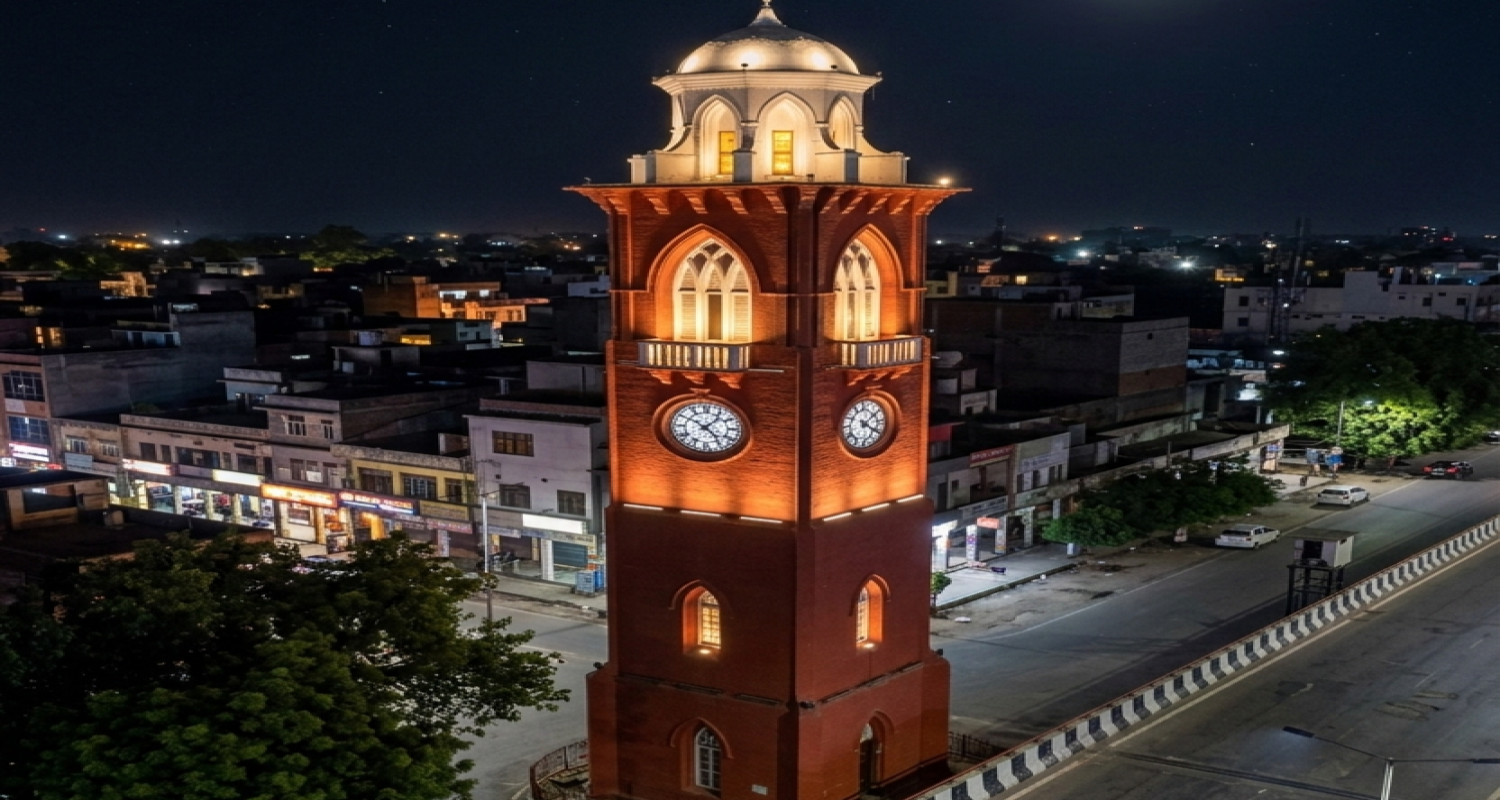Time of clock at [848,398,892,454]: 4:08
